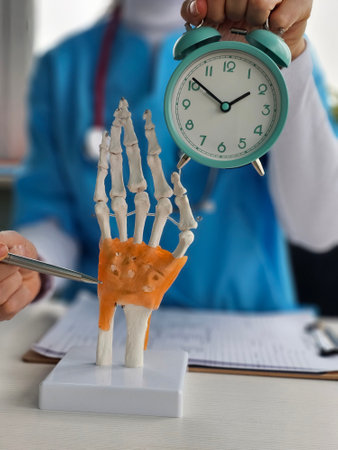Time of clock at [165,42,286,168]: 1:51
